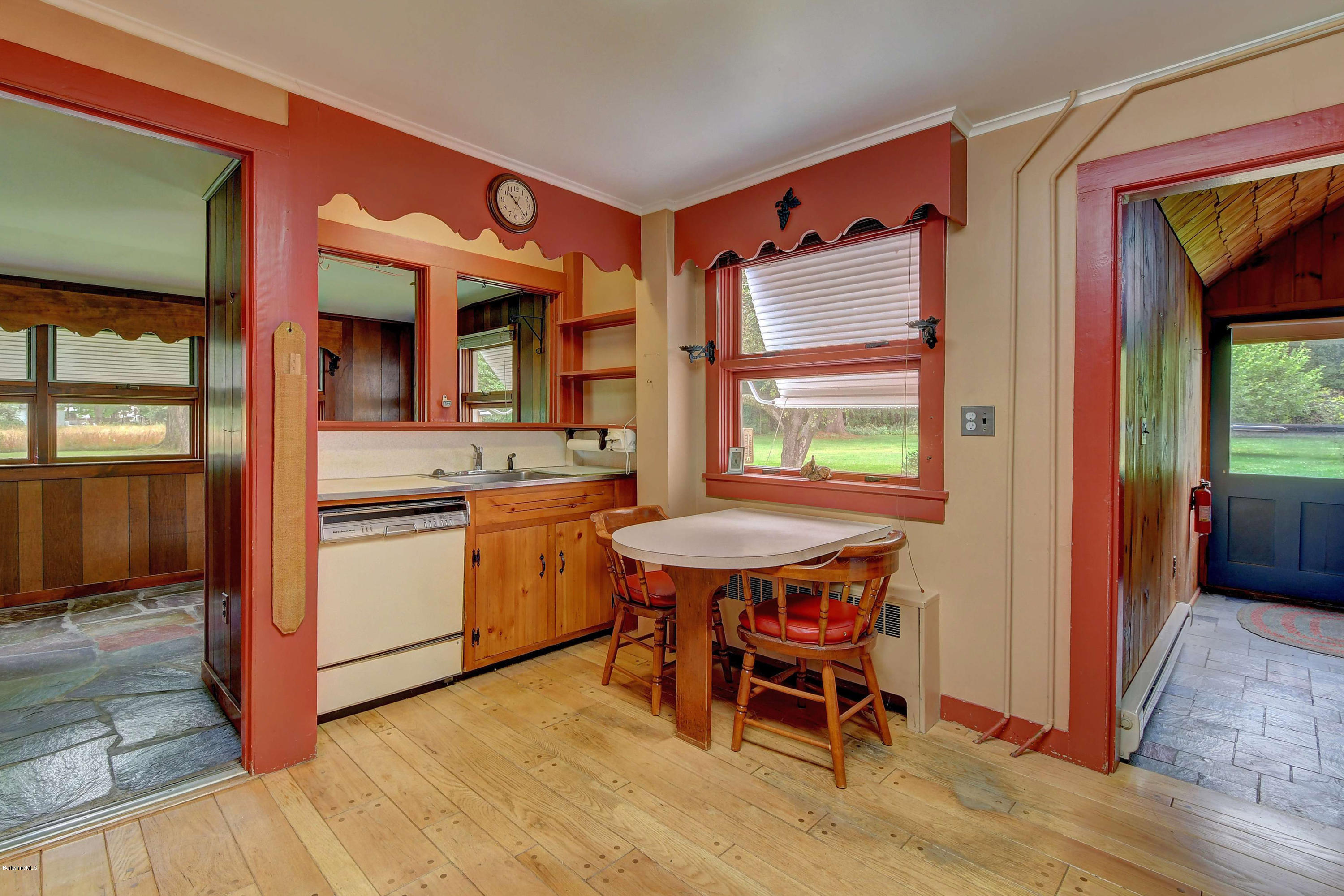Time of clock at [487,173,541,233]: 10:22
